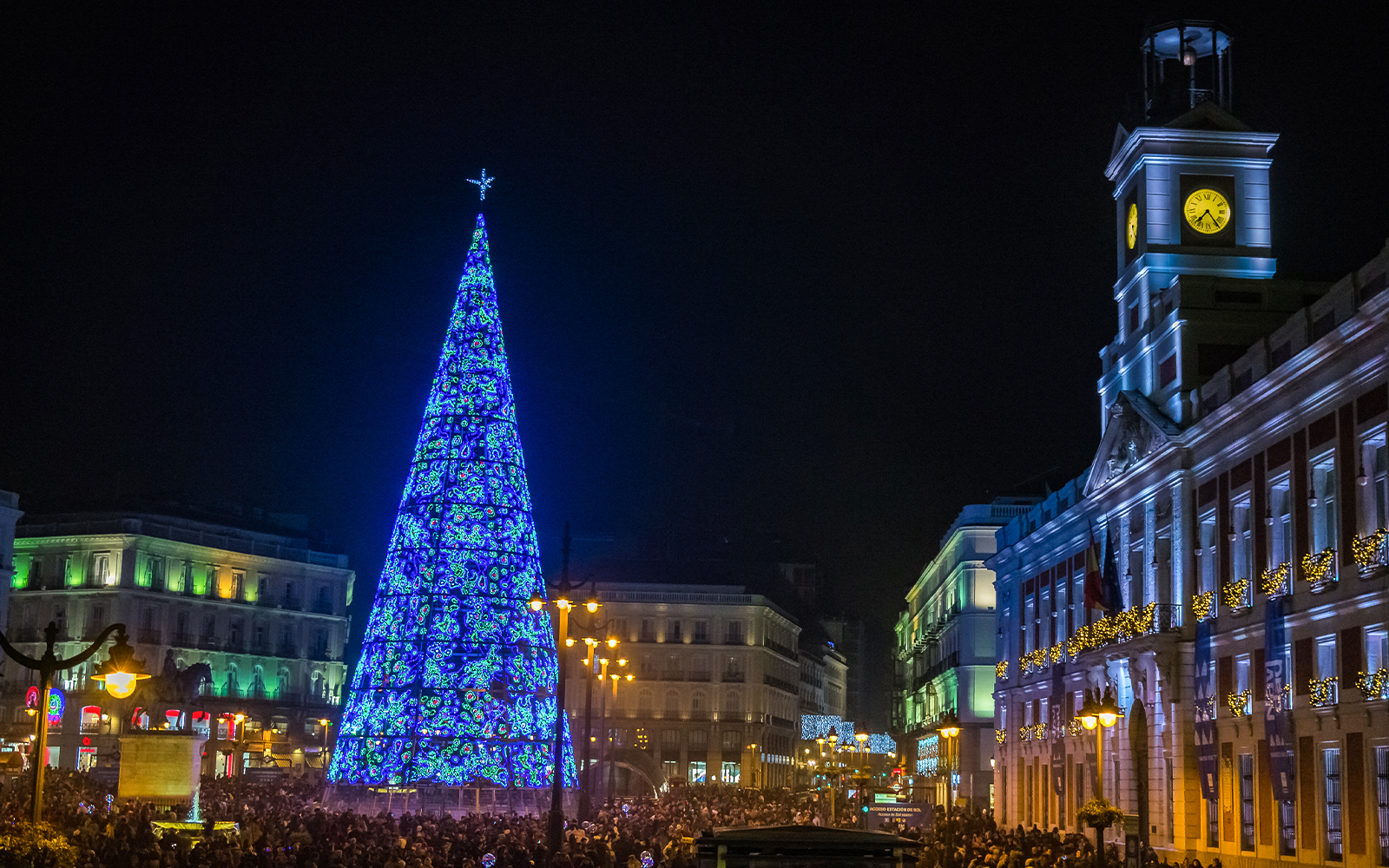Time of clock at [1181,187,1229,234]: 7:24
